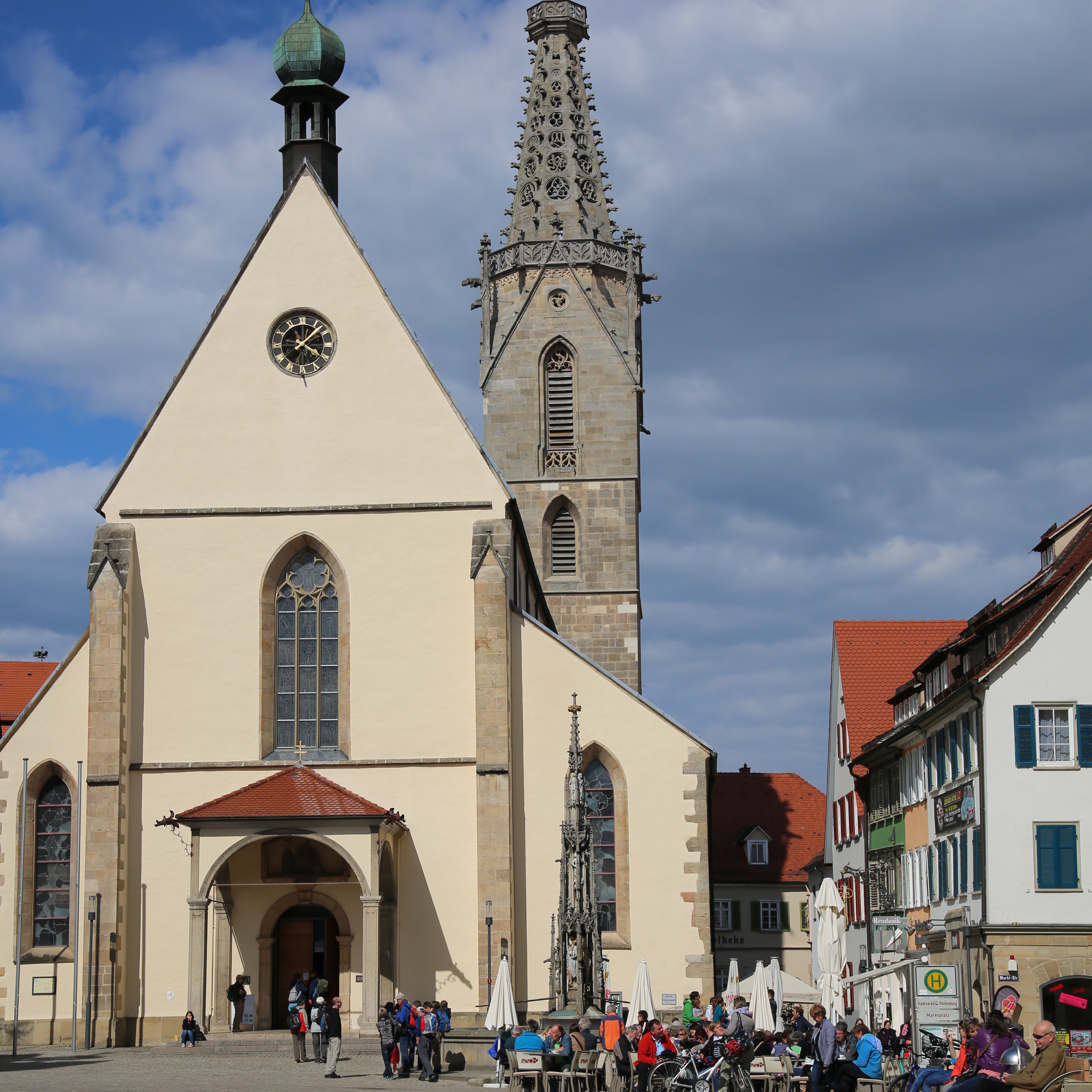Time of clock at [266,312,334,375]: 4:07
